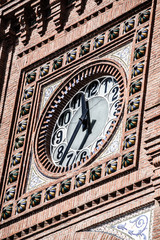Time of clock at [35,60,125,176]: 11:35
